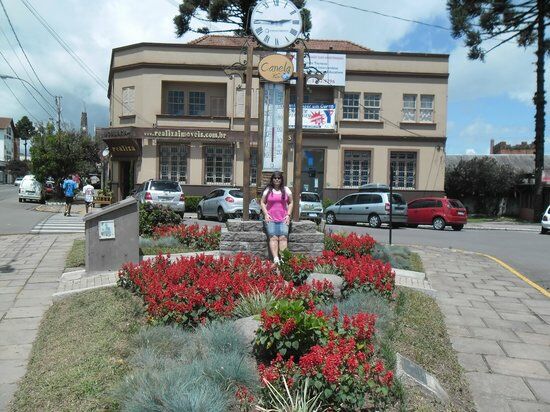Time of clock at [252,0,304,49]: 2:46
